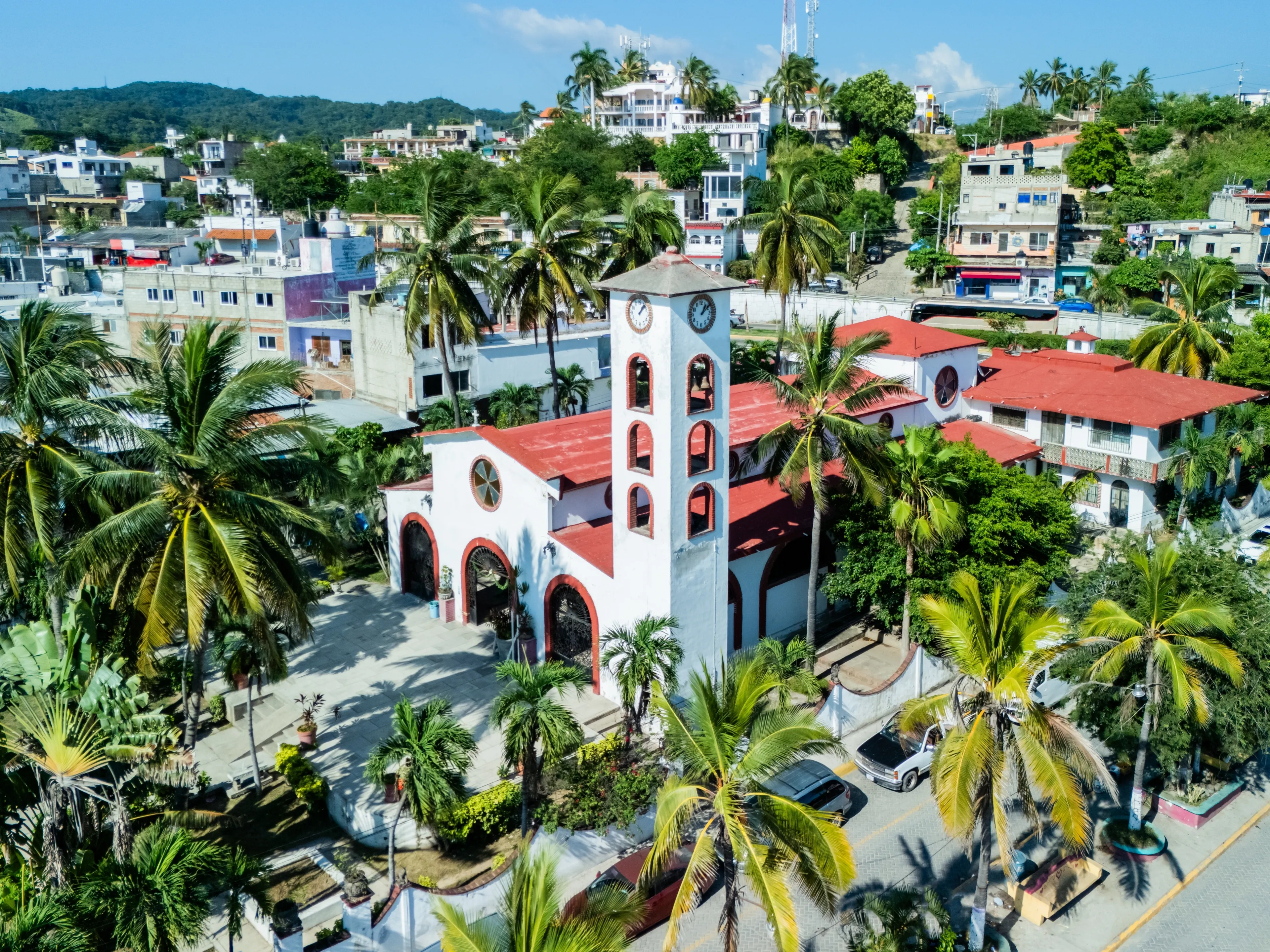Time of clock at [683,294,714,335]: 1:08
